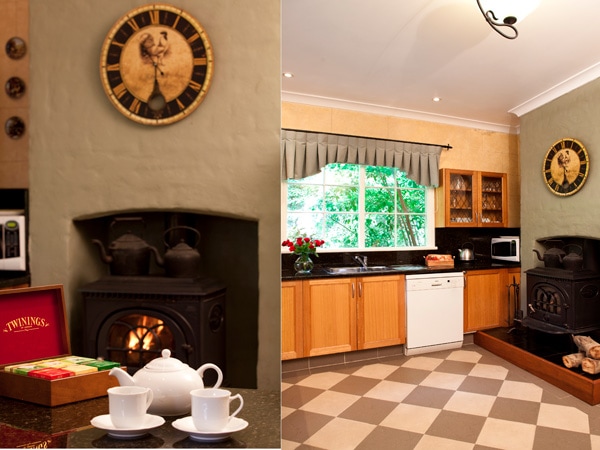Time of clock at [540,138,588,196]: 10:28
